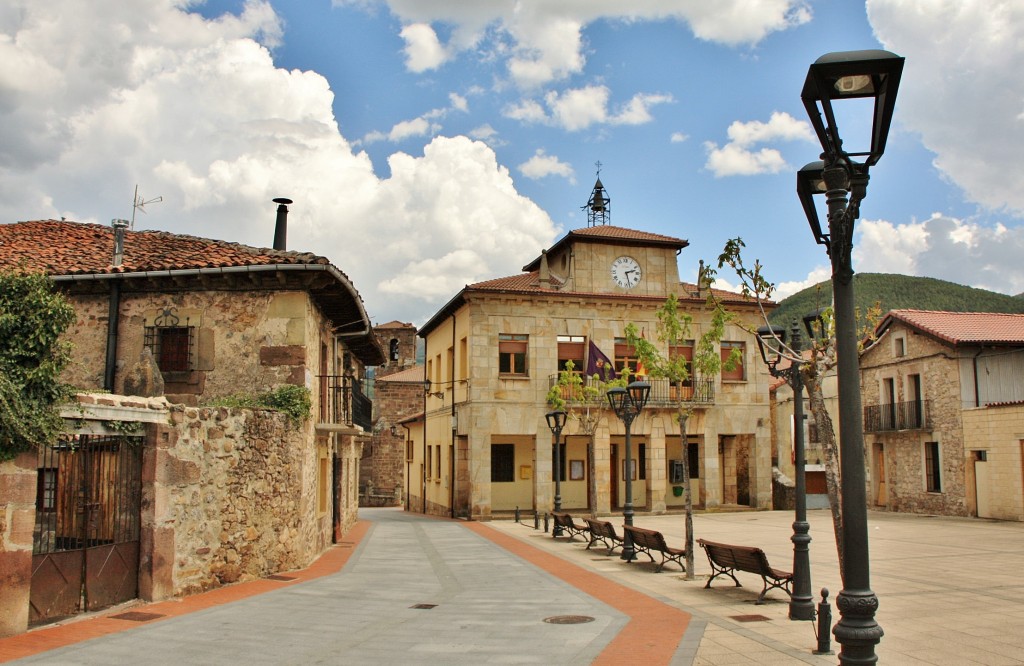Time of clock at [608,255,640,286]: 2:27
